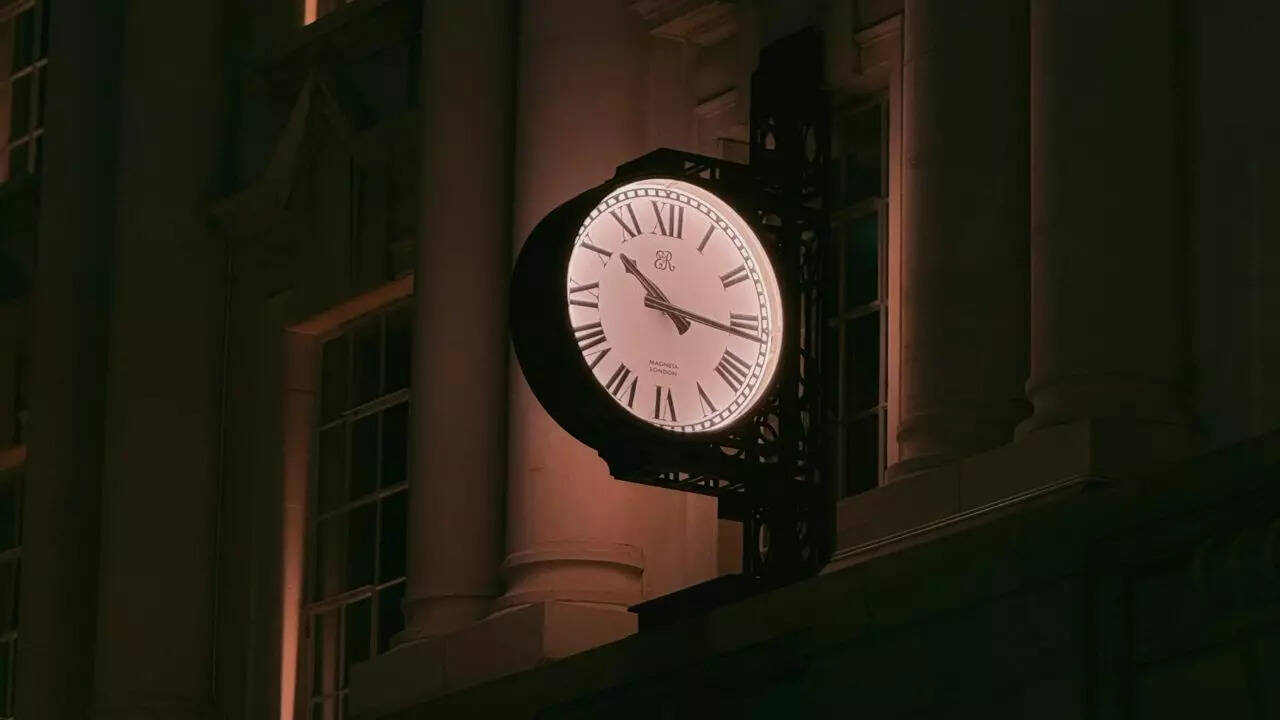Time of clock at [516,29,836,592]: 10:16
